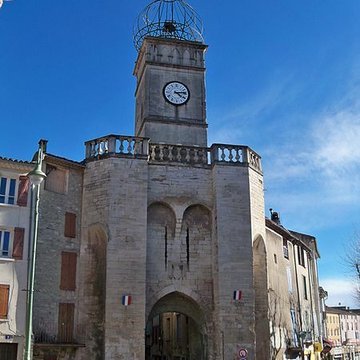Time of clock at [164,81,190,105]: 4:13
